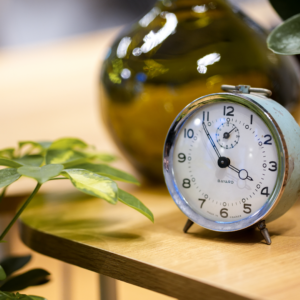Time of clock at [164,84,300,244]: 3:53
